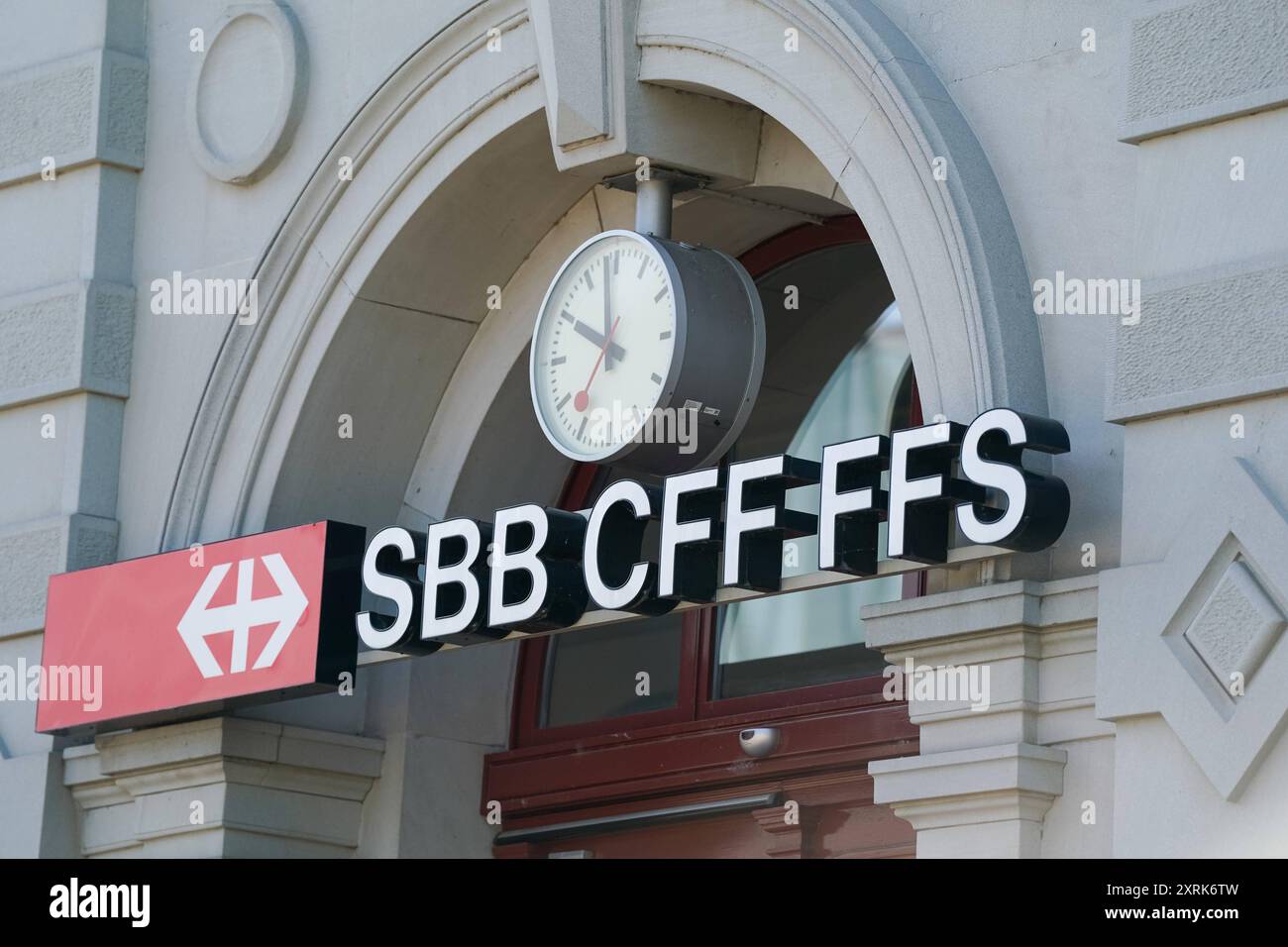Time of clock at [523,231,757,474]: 9:58
